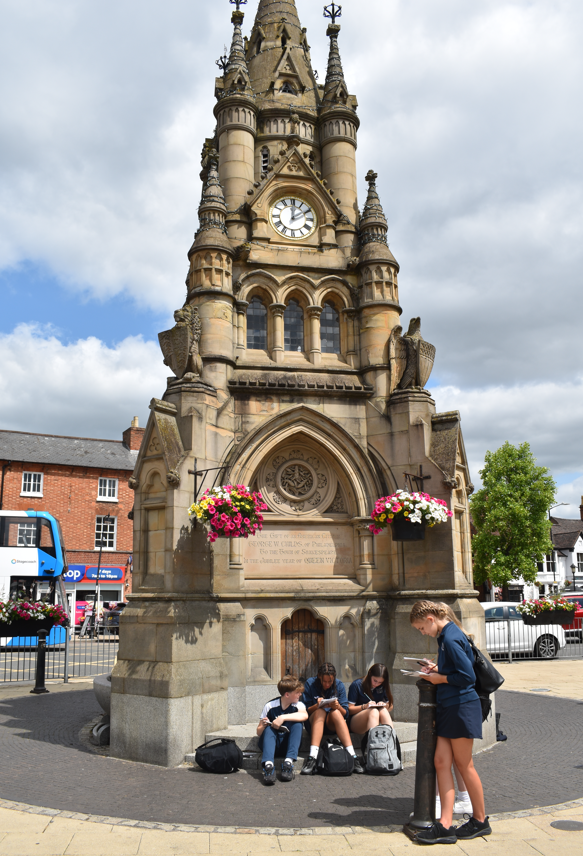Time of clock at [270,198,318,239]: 12:09
